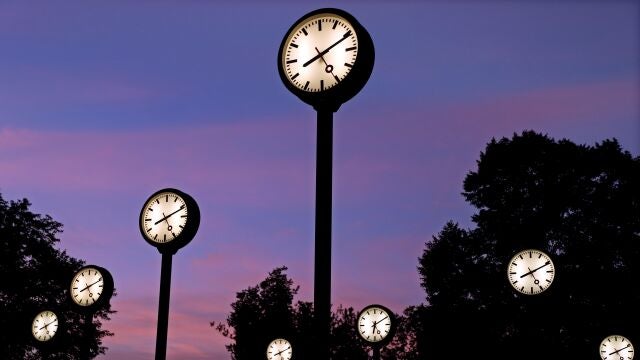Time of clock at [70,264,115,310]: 8:11
